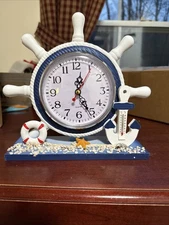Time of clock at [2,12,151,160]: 12:25
